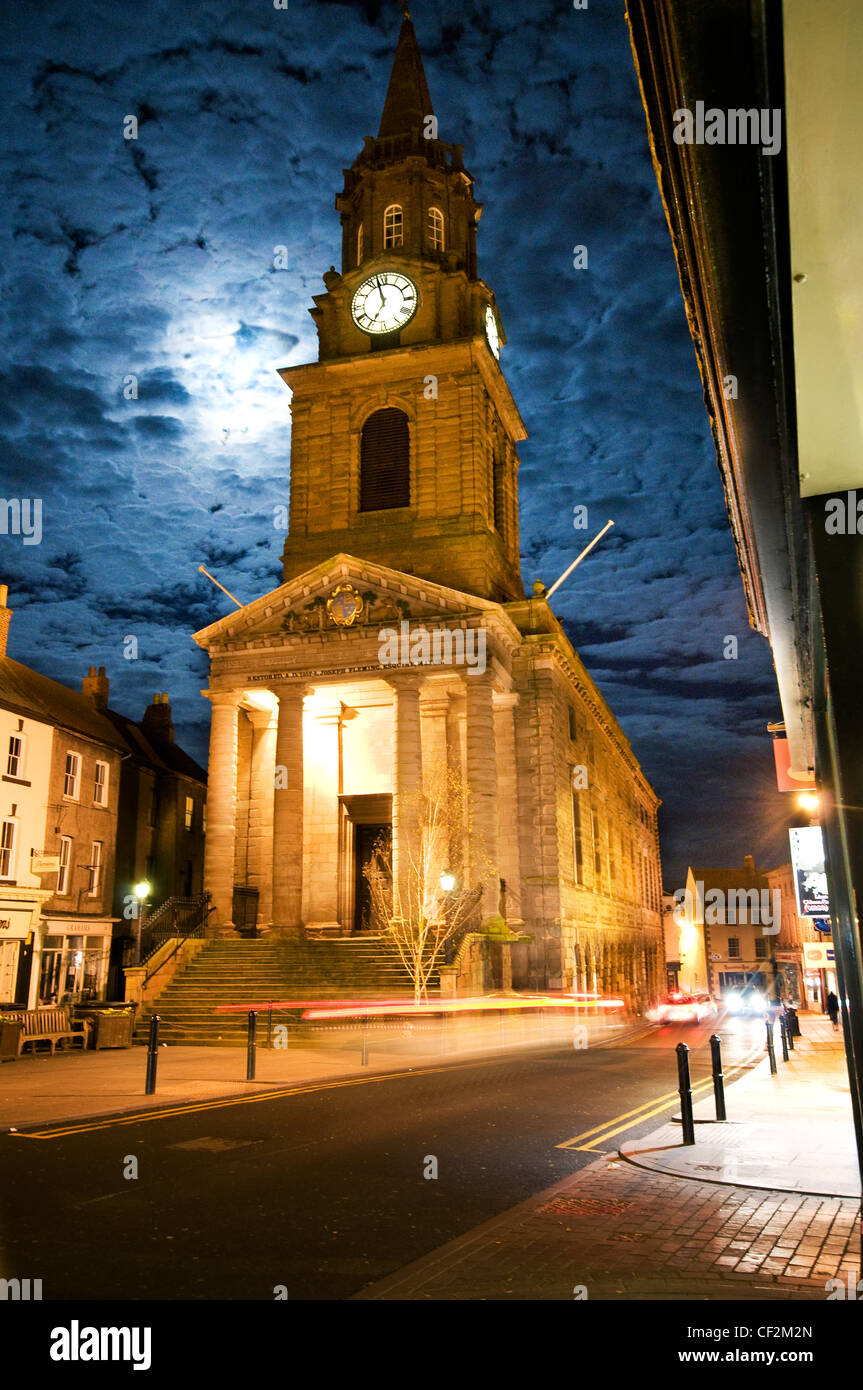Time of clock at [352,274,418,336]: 6:57
